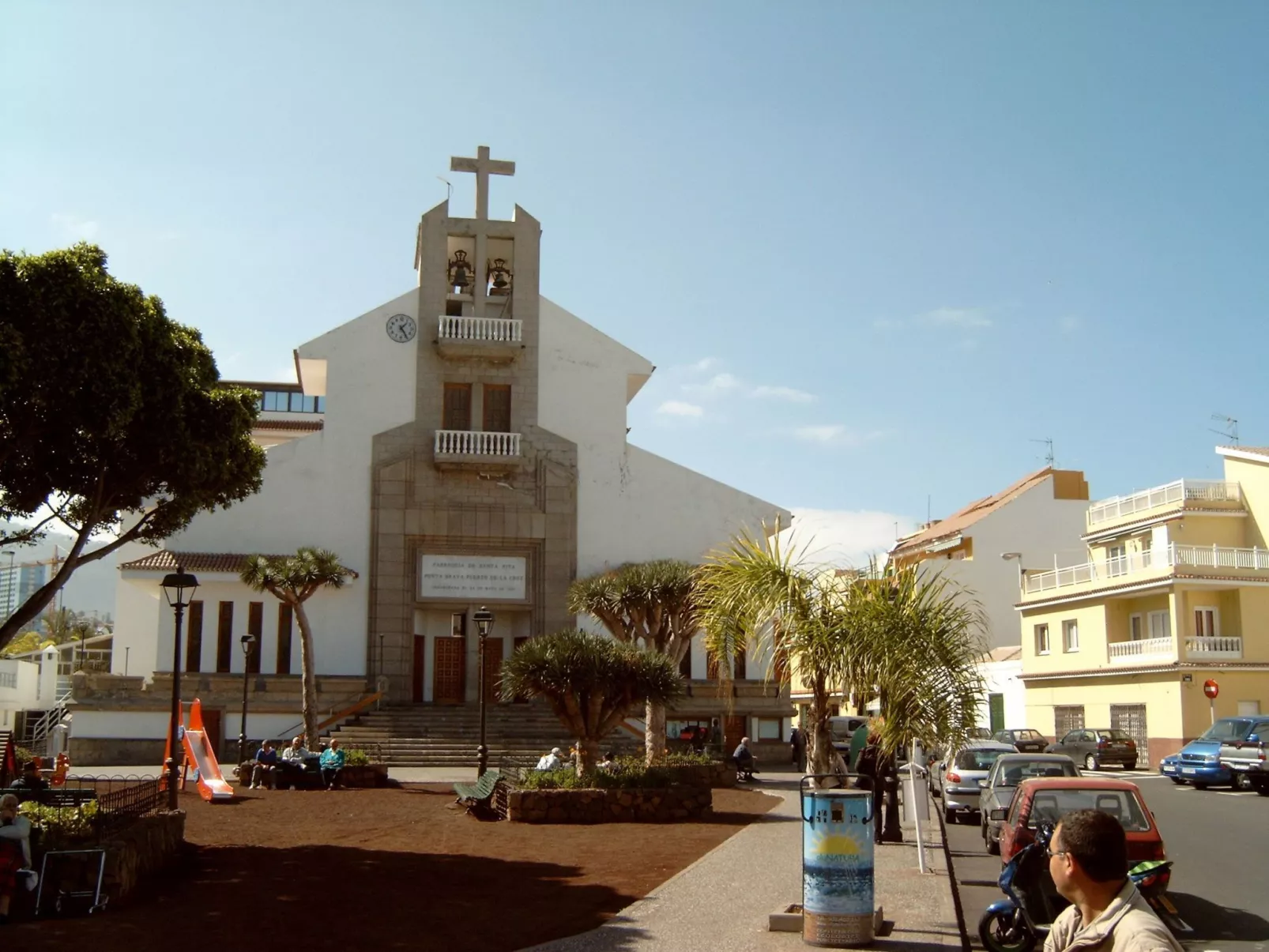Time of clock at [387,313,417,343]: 1:24
